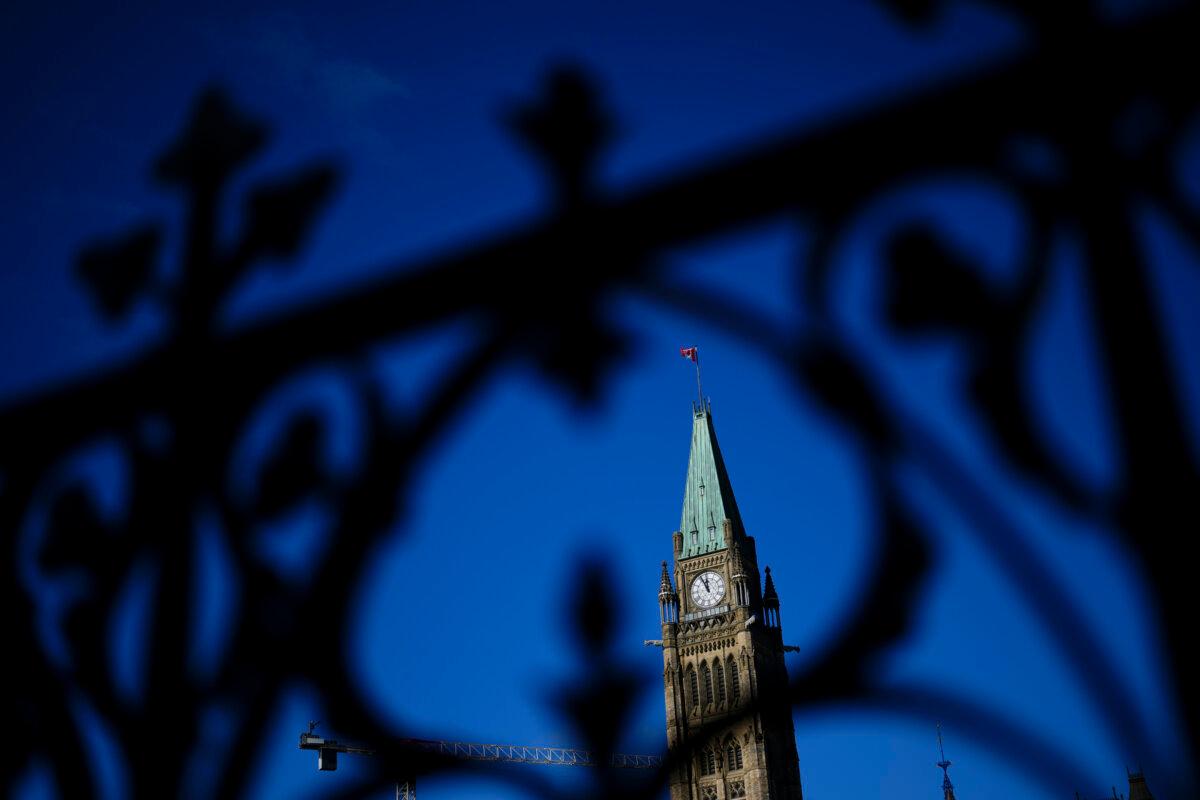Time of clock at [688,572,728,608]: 11:55
